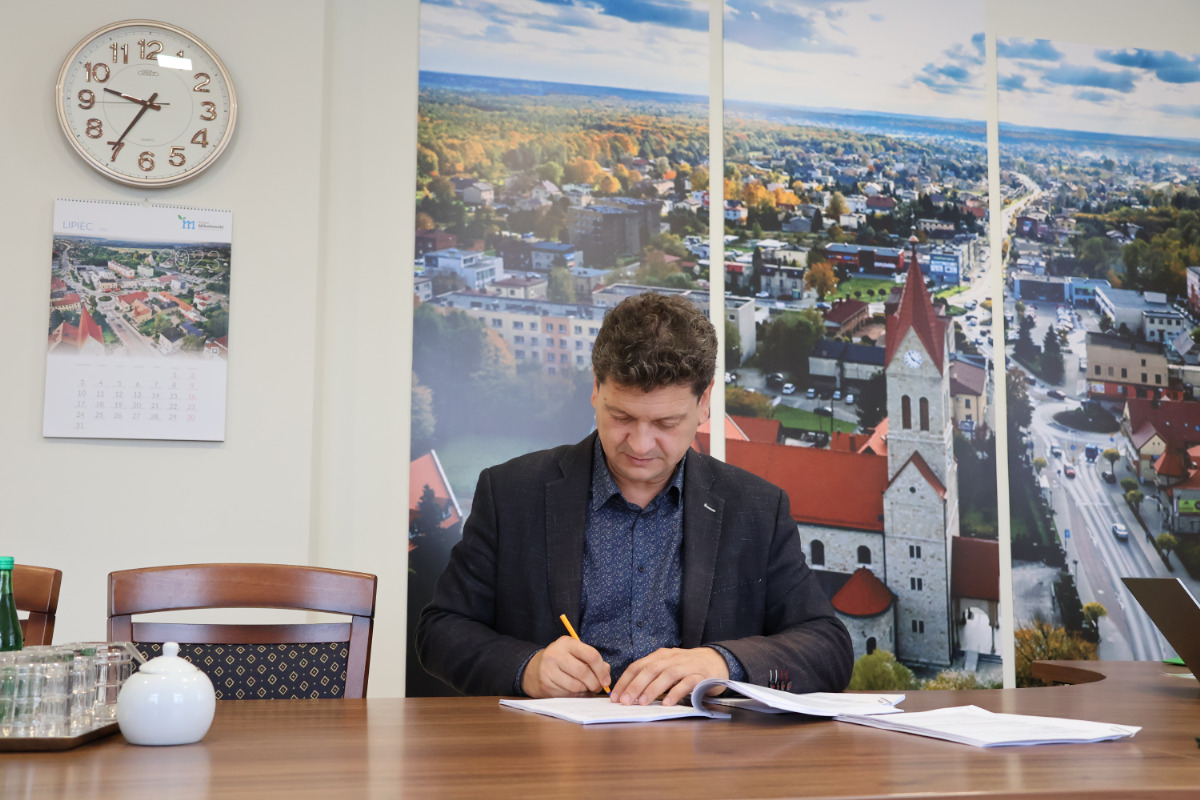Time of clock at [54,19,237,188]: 9:35
